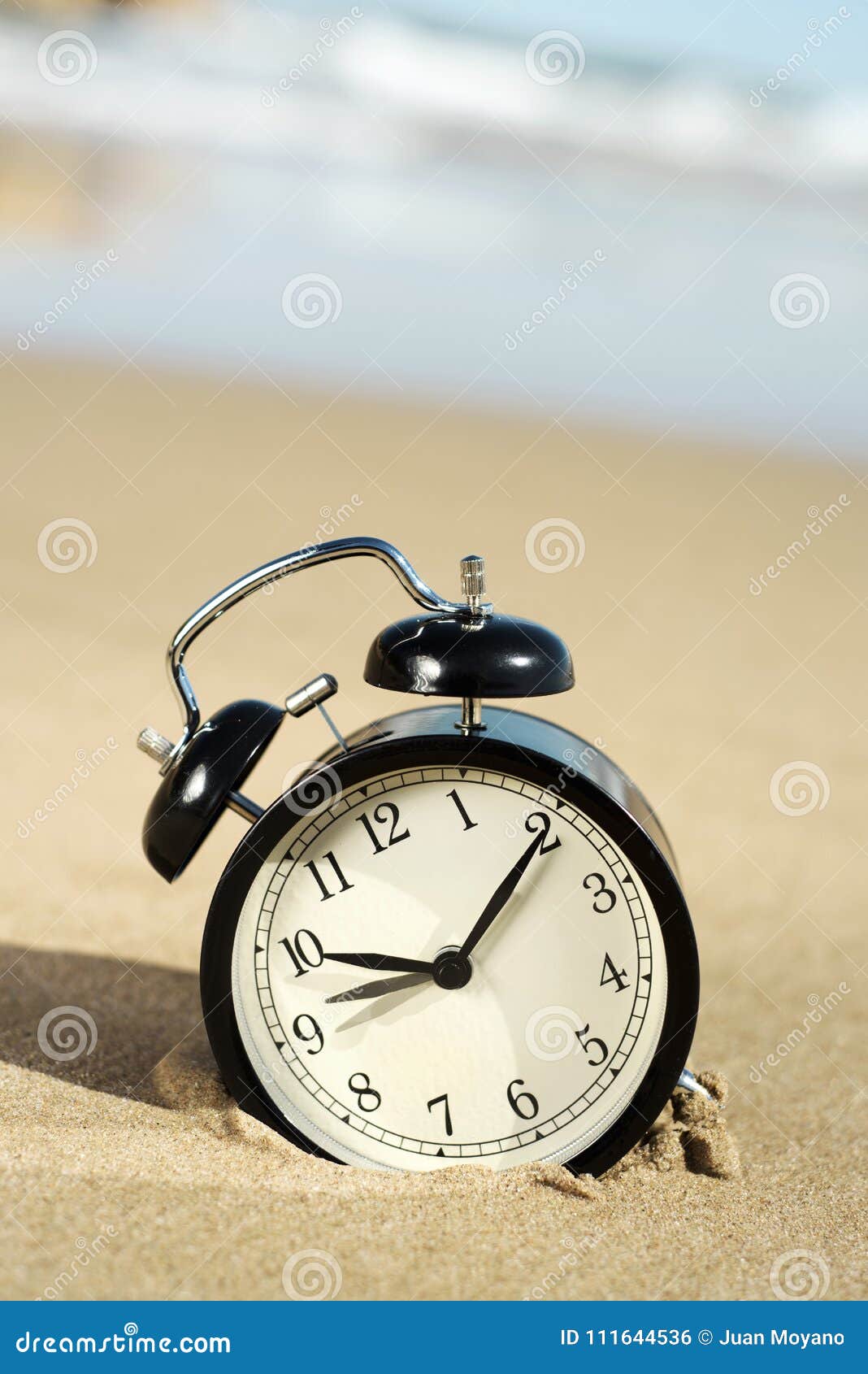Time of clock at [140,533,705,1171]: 9:10
